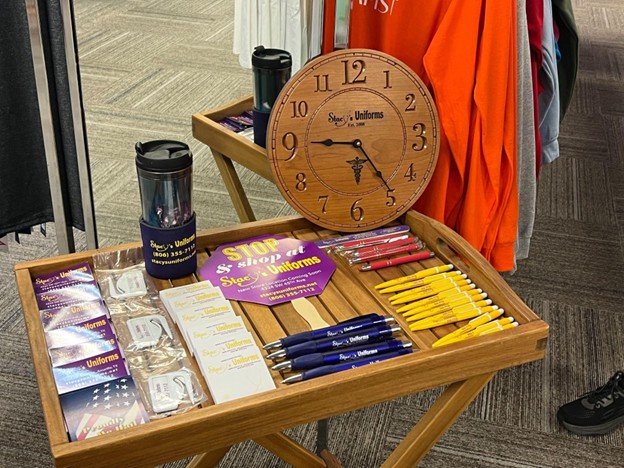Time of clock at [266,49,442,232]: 4:45
